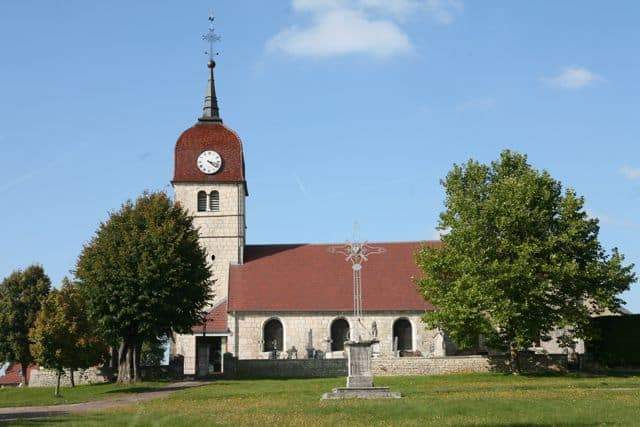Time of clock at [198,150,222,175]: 4:17
